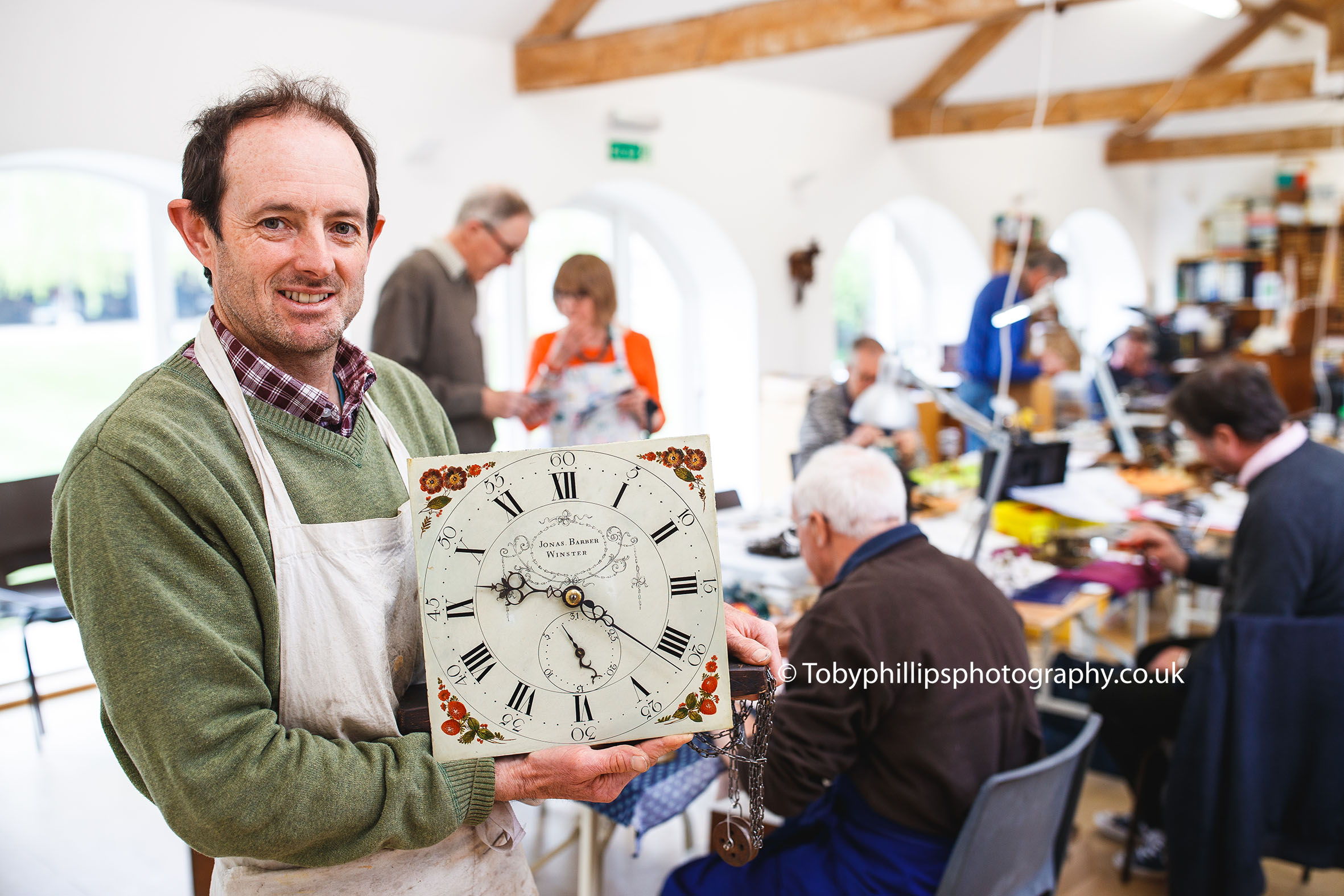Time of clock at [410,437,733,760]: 9:21
